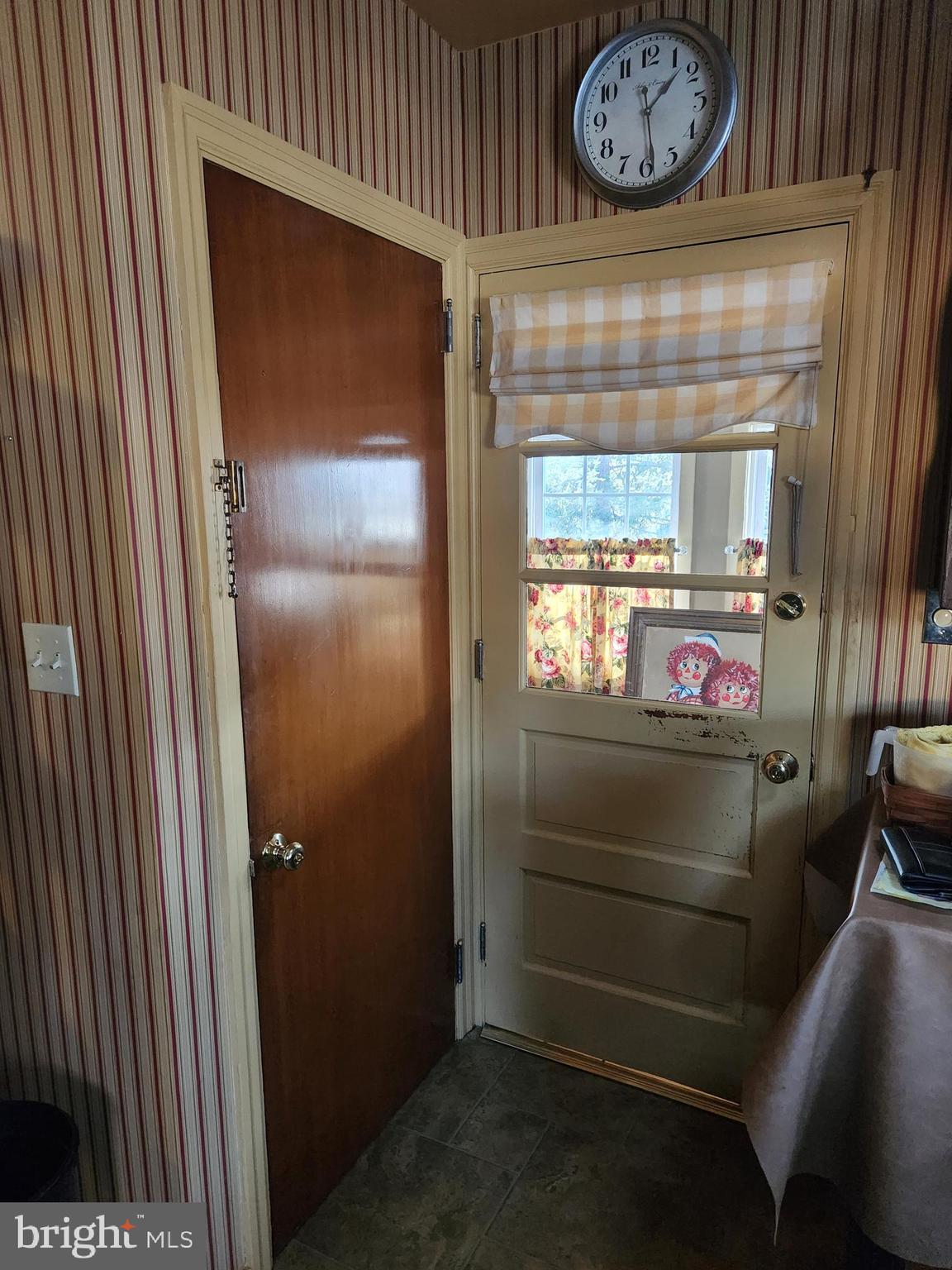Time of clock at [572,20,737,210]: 1:28
